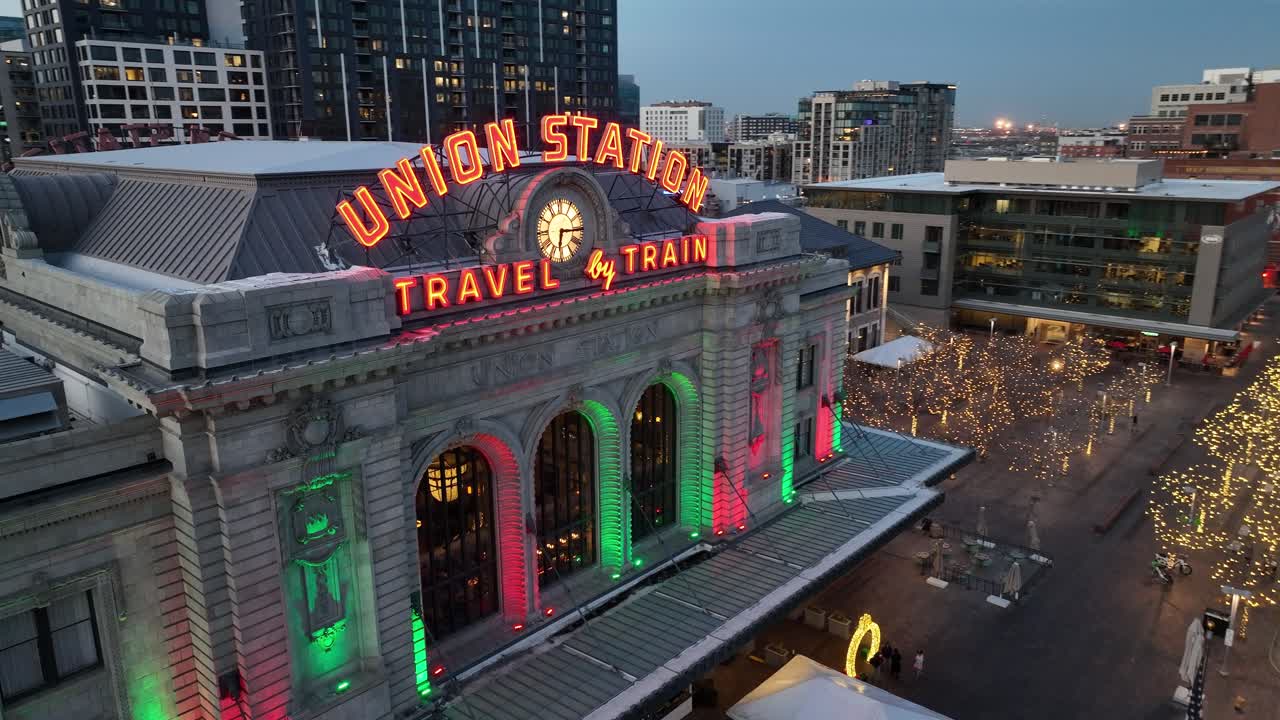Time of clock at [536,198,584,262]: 6:15
